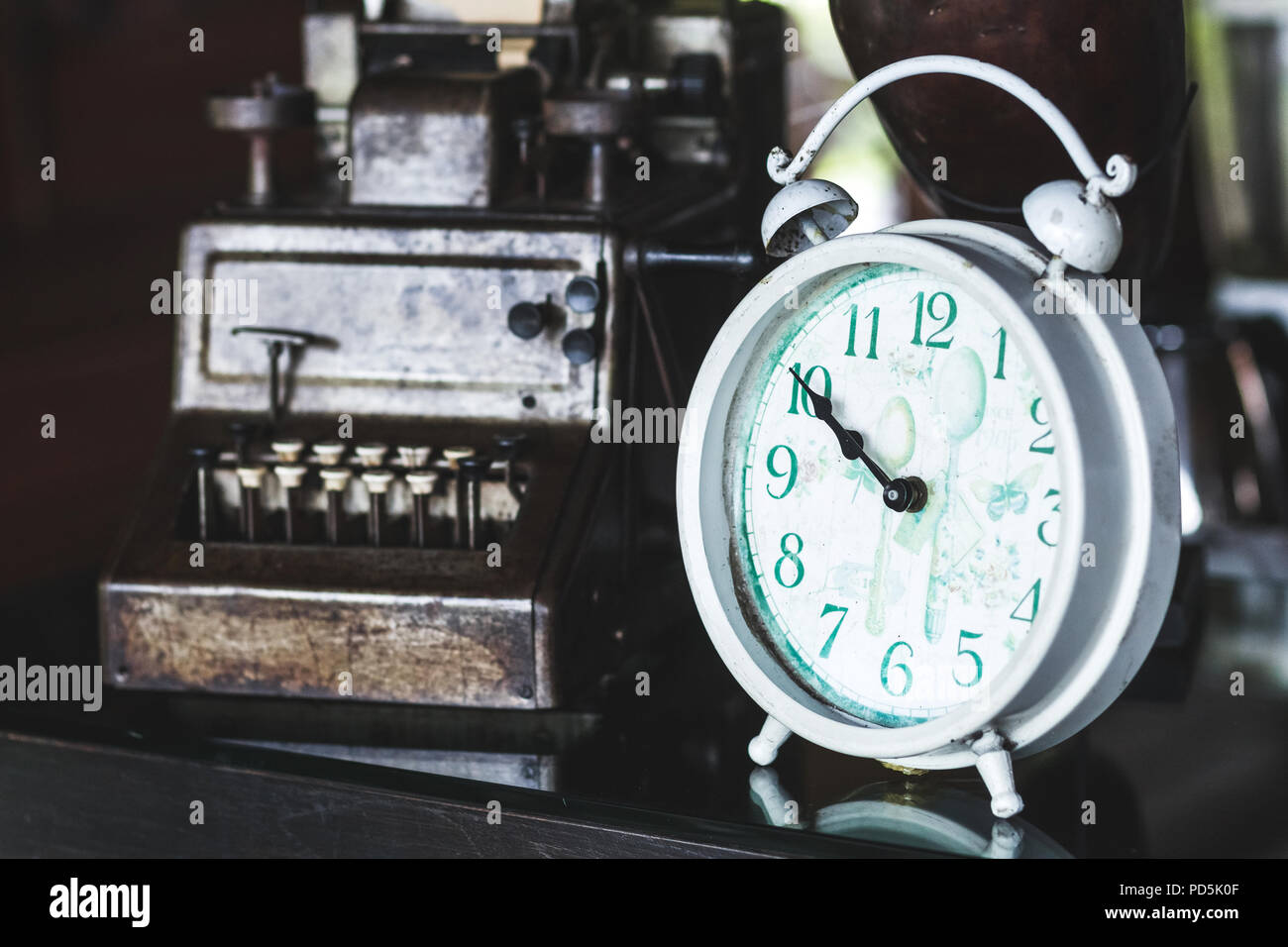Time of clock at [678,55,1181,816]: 9:50
